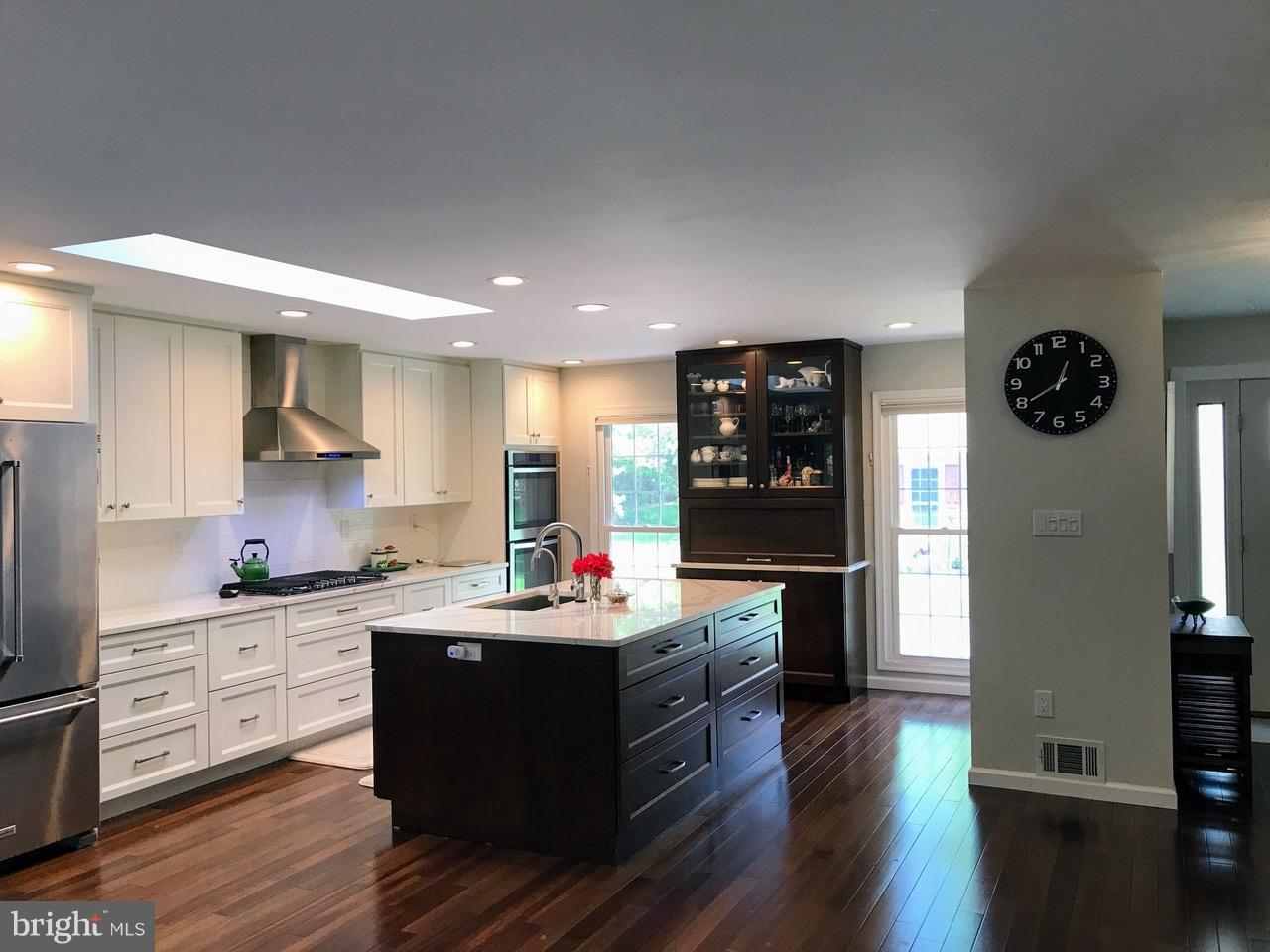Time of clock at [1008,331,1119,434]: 12:39
